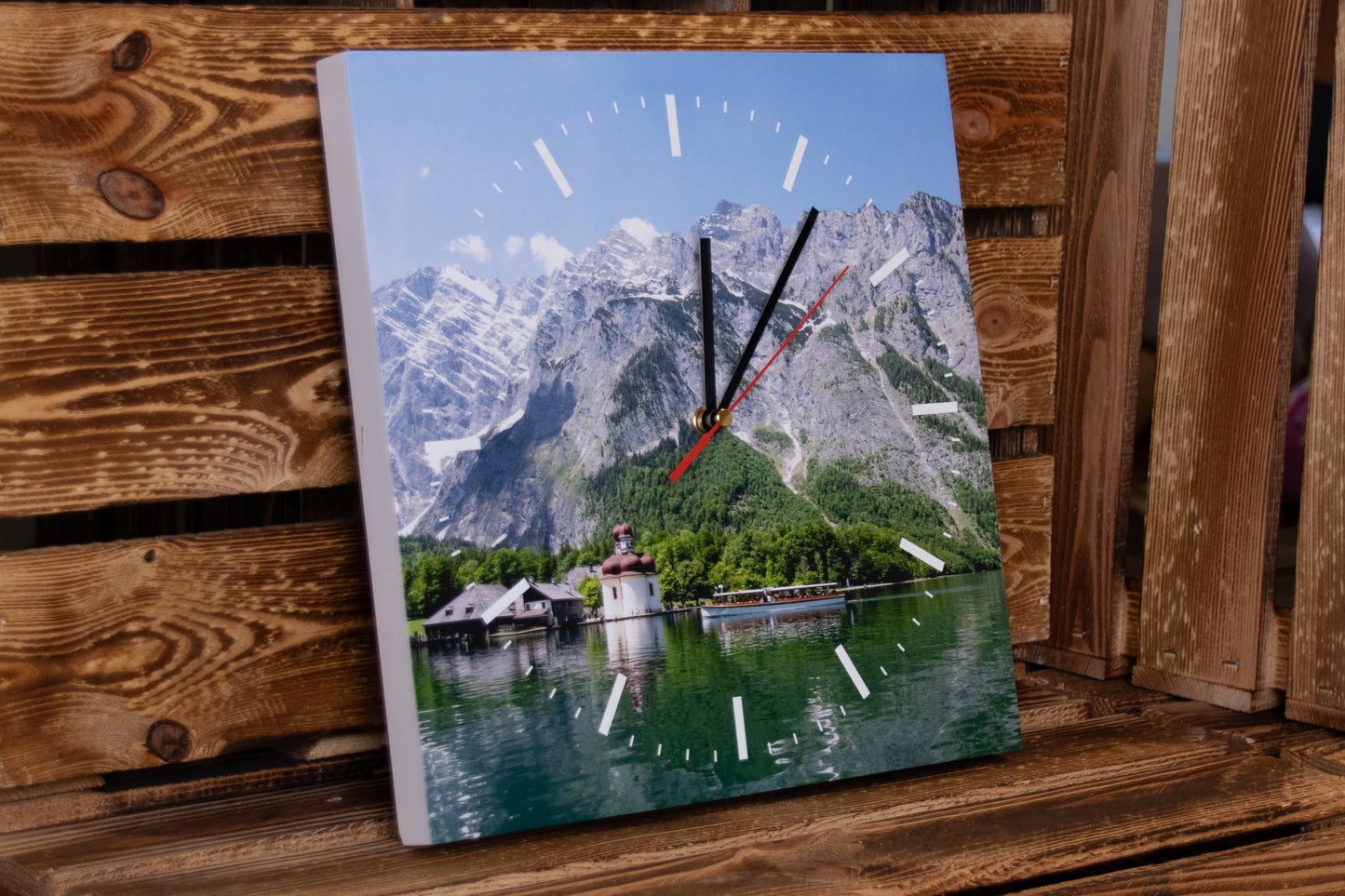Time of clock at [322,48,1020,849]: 12:06
